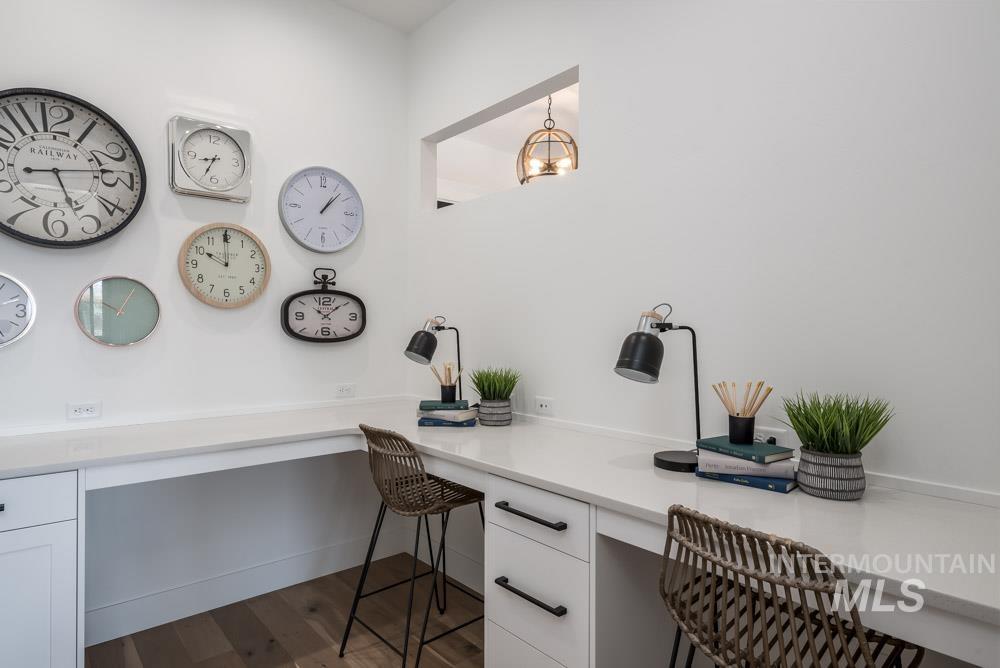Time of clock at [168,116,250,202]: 8:34
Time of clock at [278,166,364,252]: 1:07
